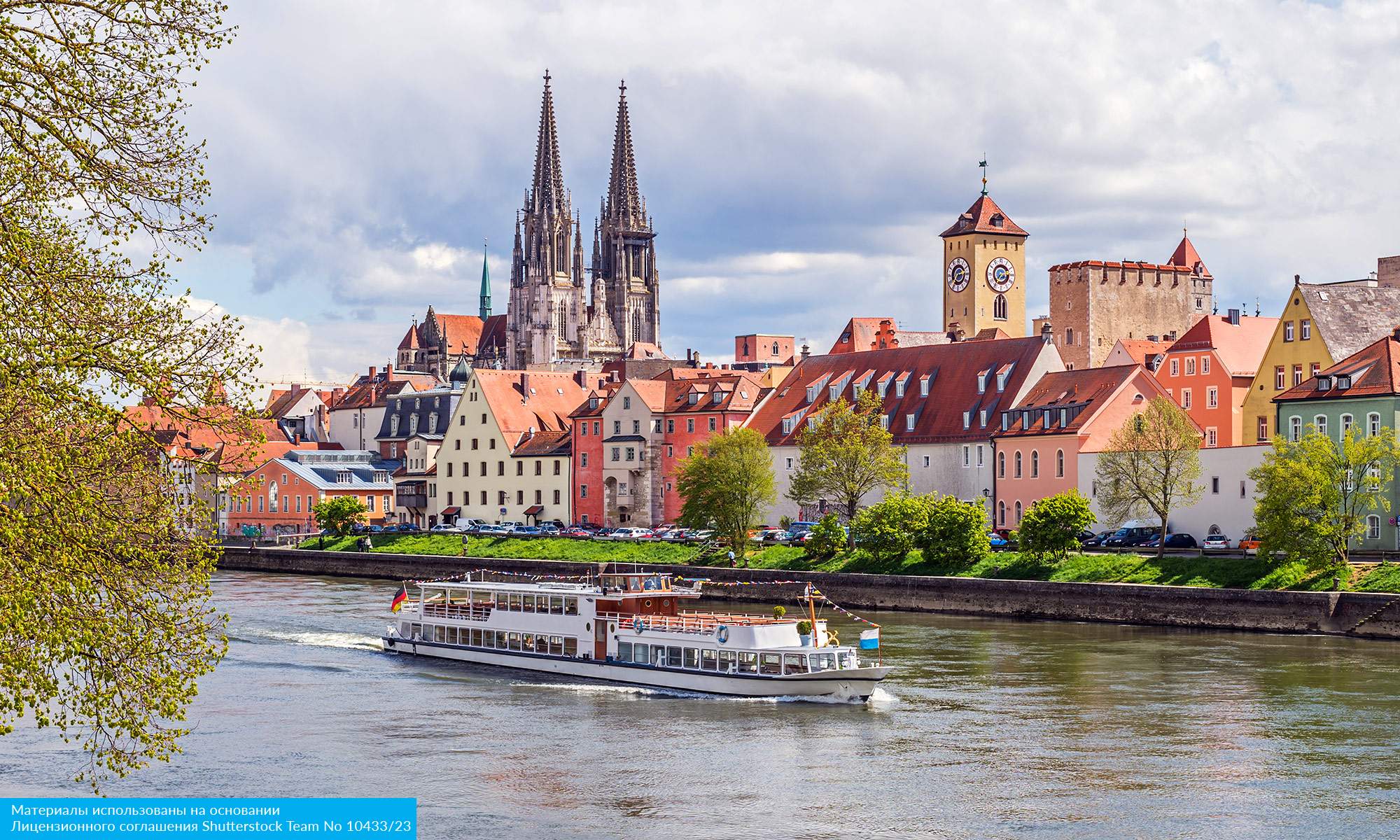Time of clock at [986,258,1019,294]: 2:36
